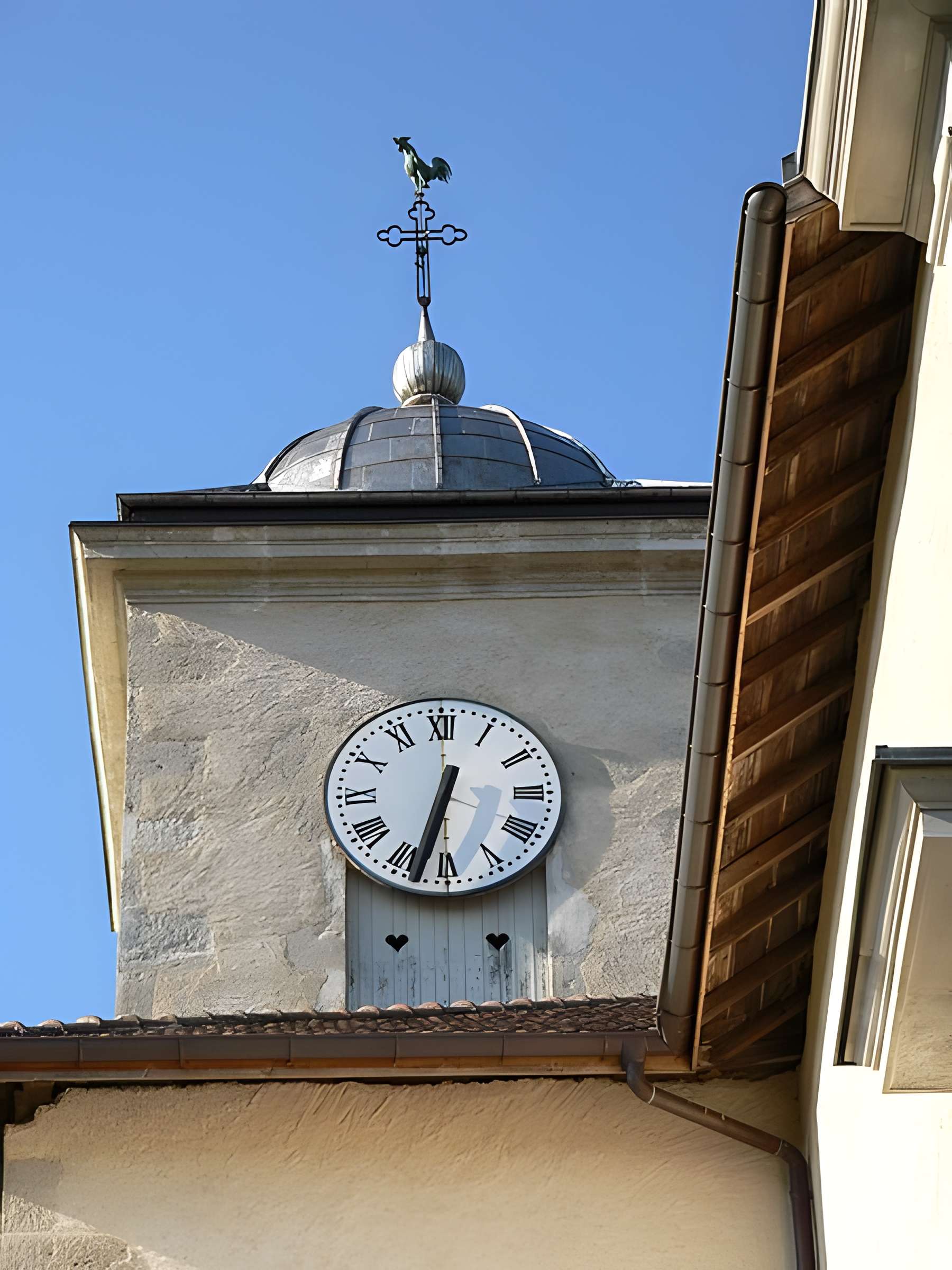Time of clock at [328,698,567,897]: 6:32
